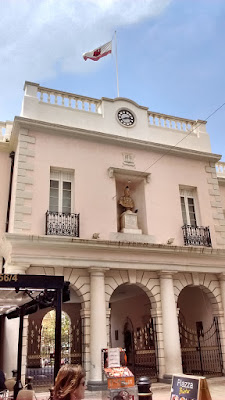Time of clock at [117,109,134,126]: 2:40
